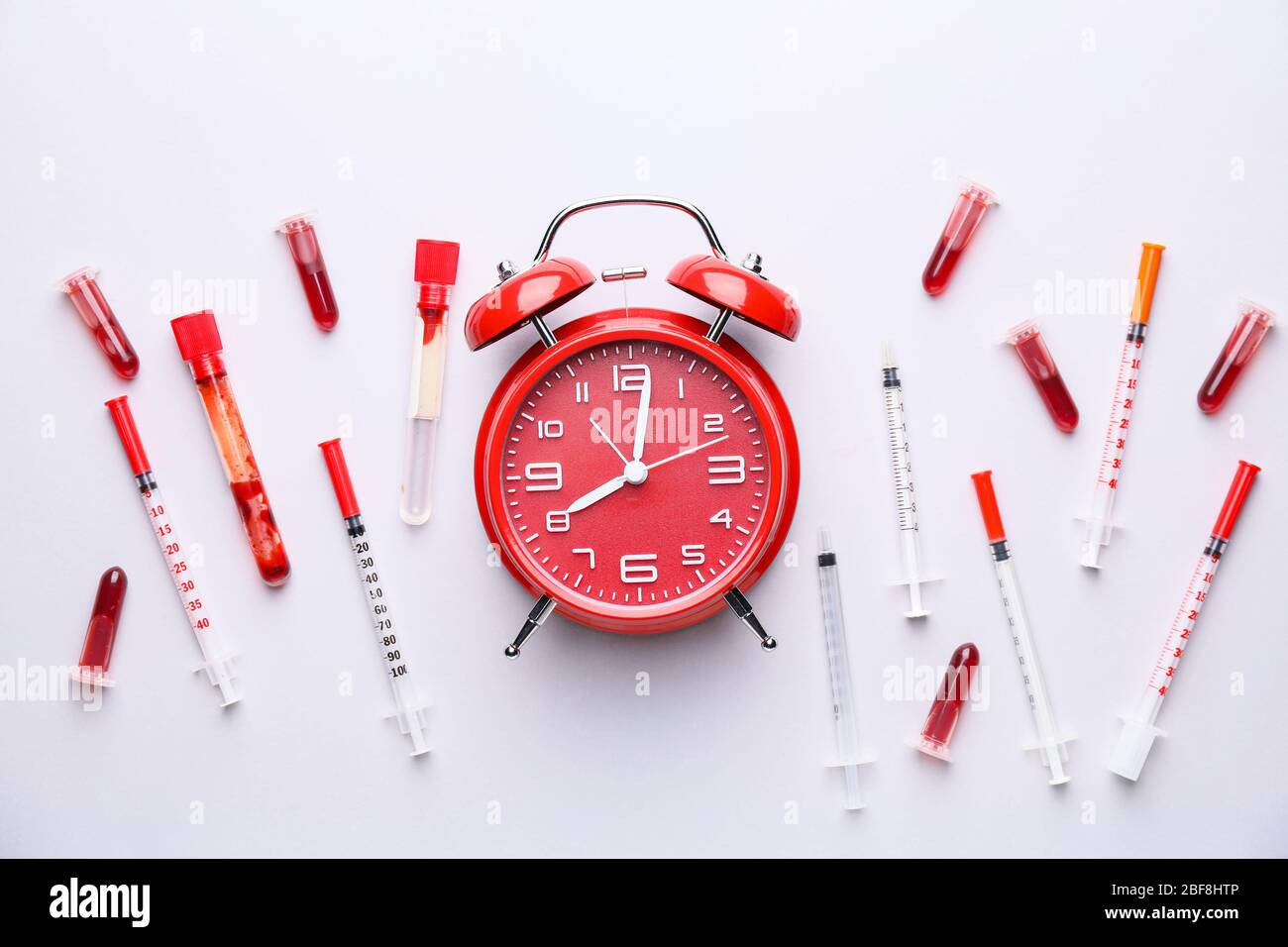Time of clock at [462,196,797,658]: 8:01
